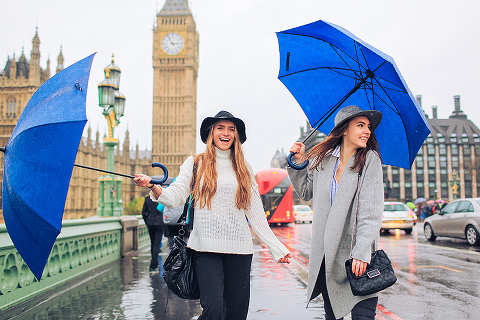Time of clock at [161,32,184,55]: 2:54
